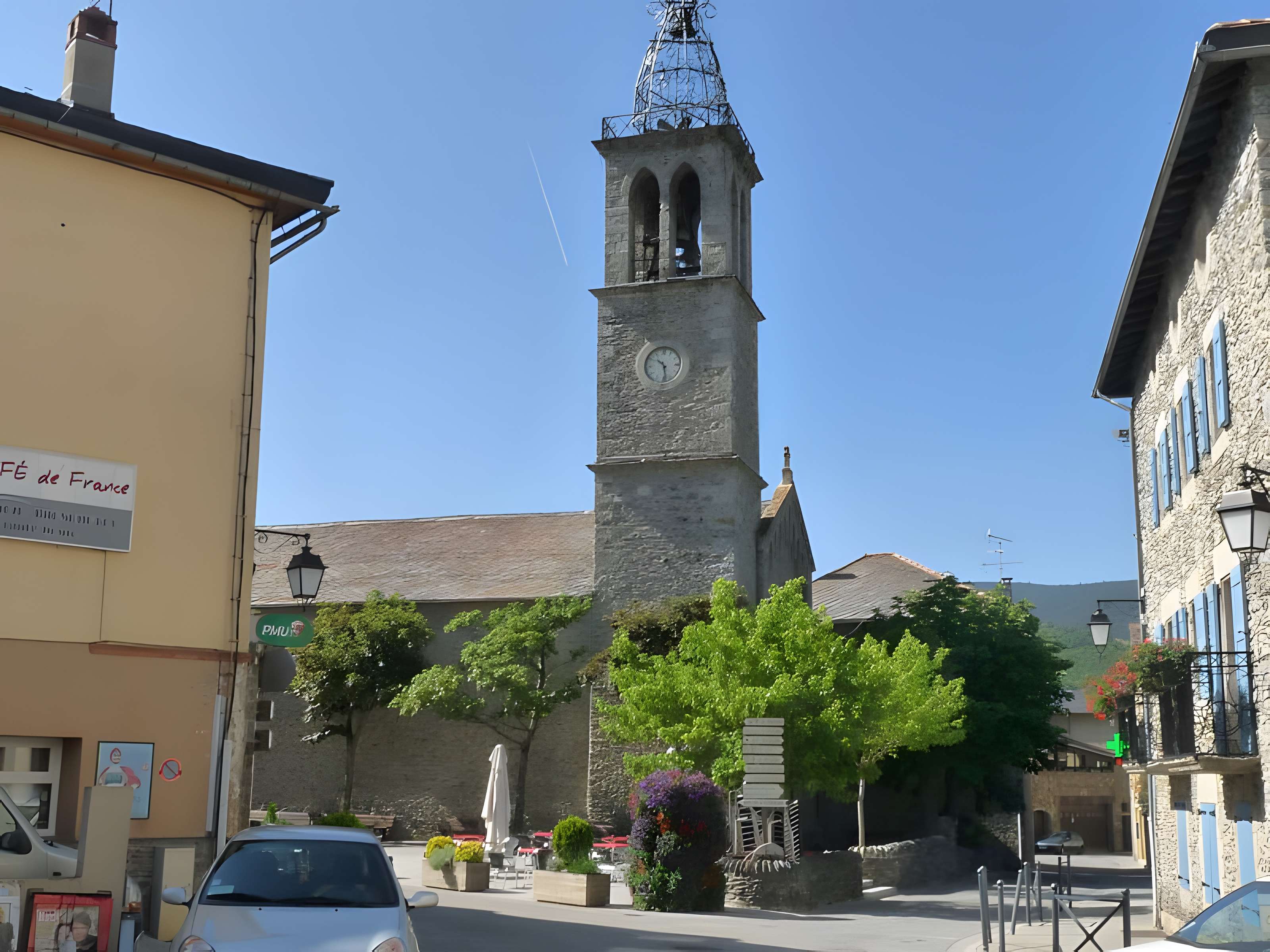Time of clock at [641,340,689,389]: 10:28
